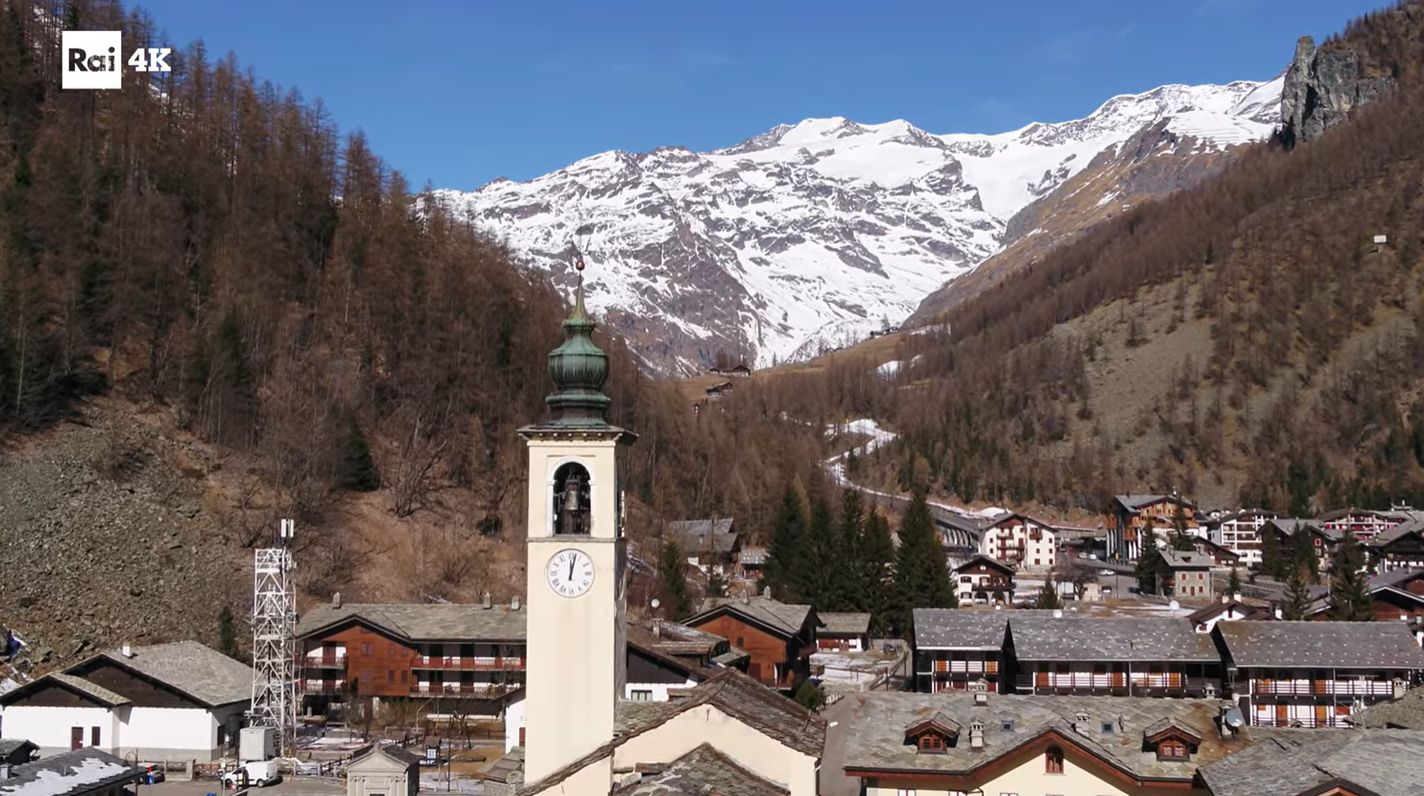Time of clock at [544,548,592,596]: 12:02
